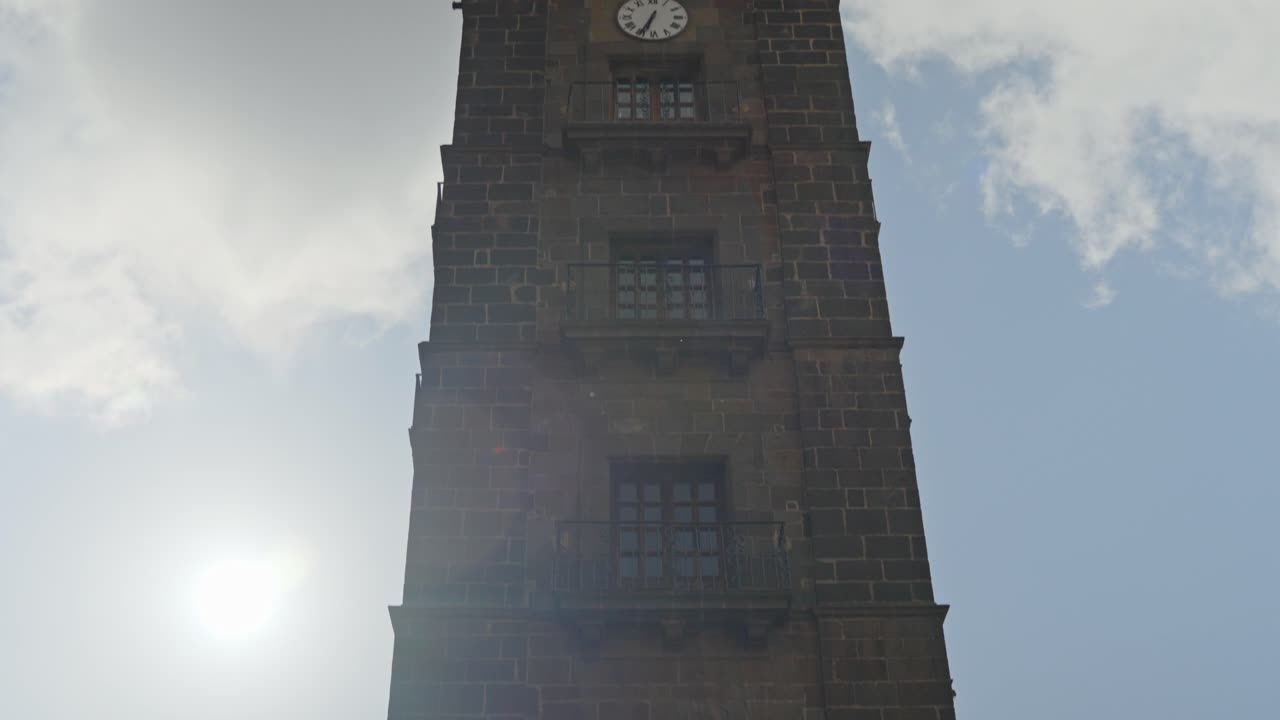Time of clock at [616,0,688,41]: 6:34
